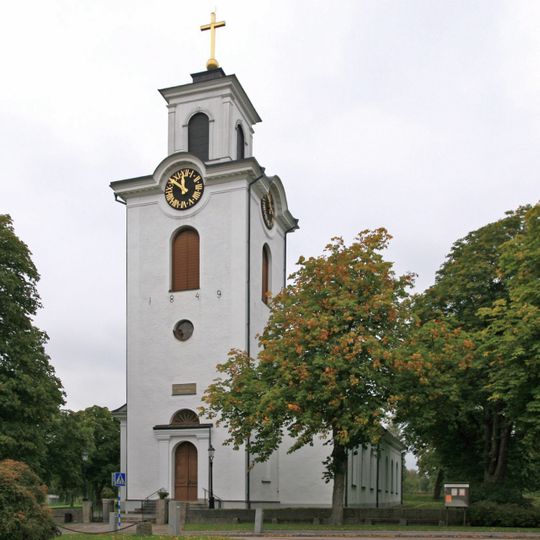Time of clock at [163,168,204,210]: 11:50
